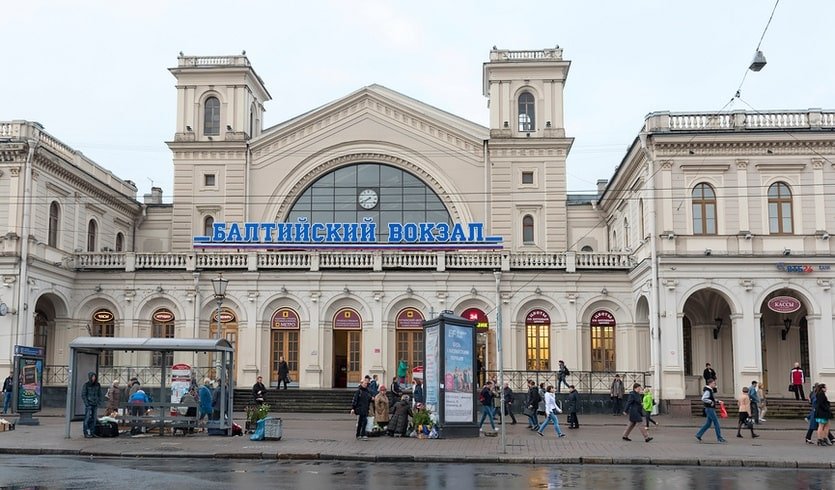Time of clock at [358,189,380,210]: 7:40
